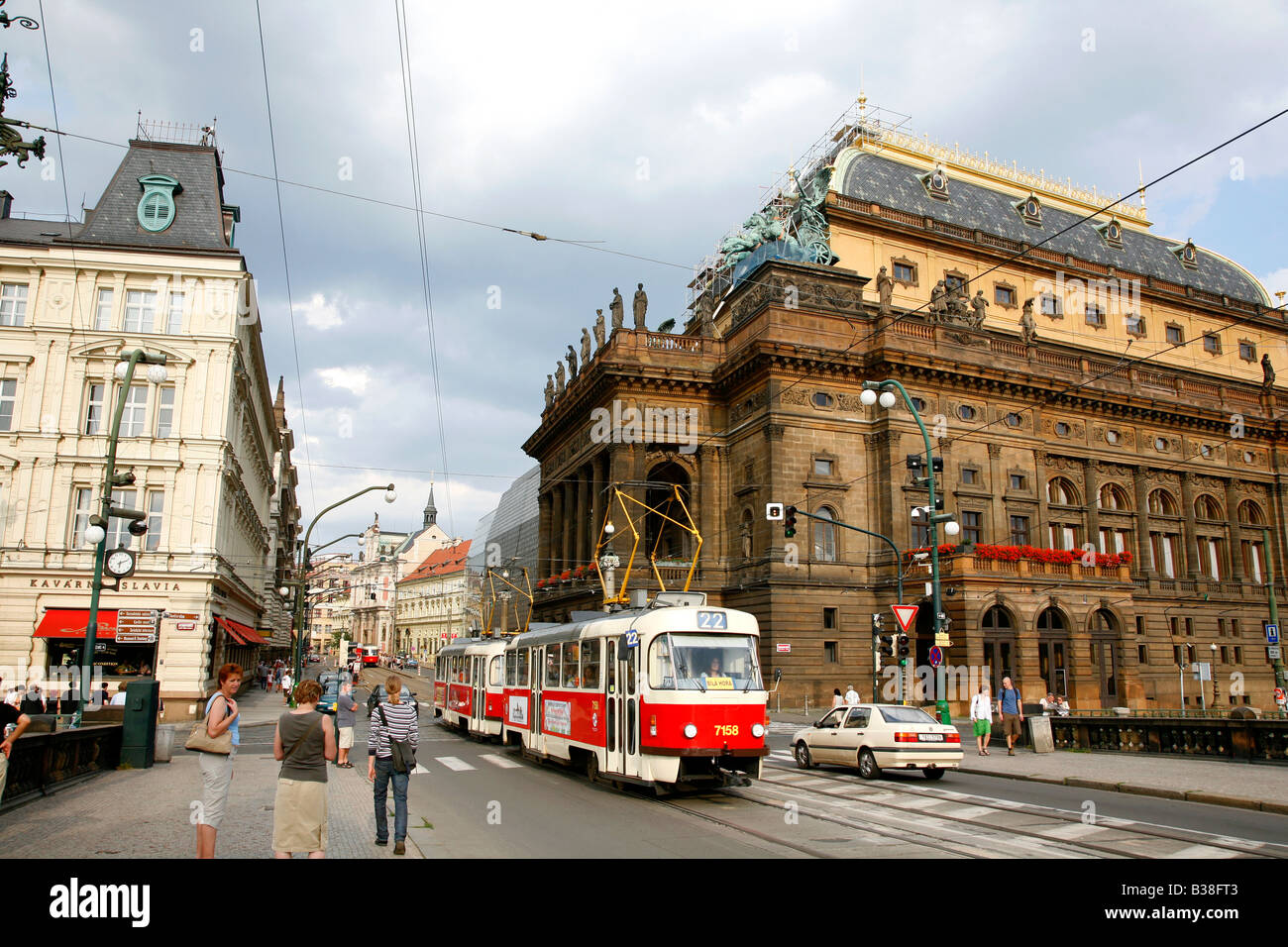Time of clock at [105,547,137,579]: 6:11
